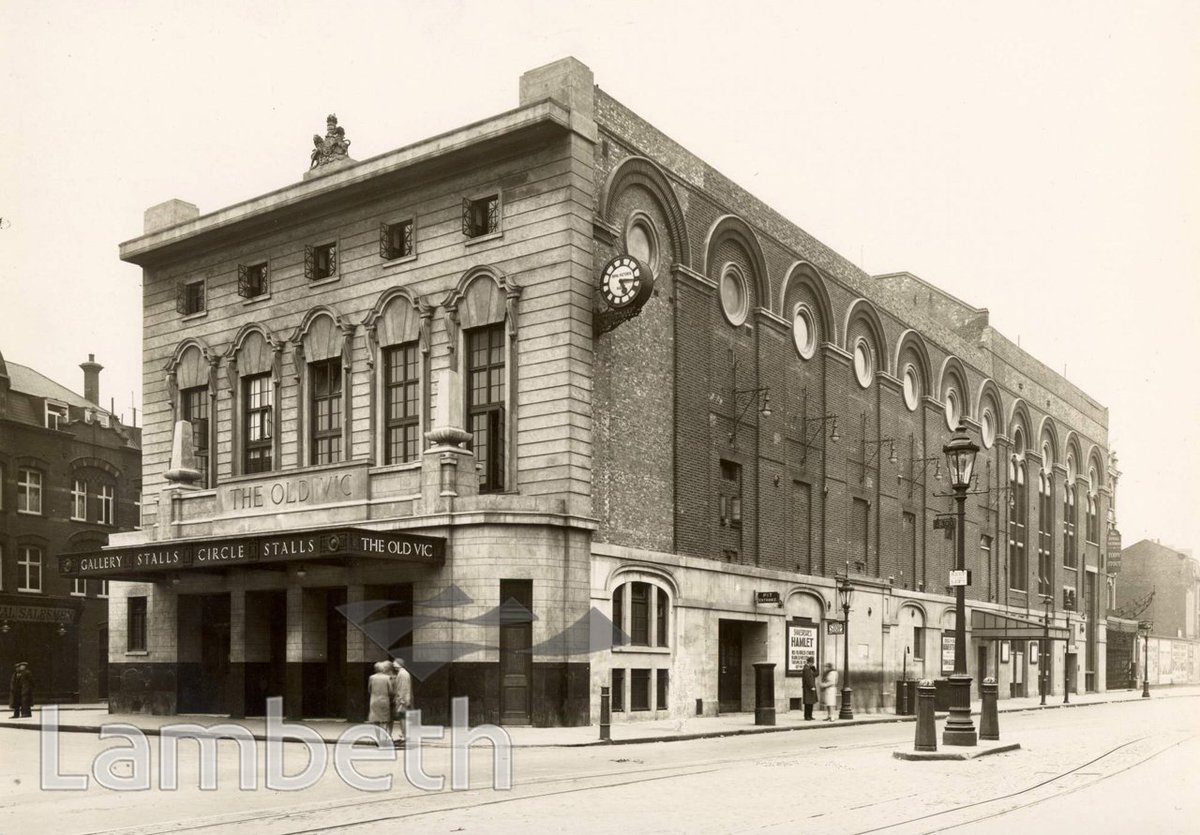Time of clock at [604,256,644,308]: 5:15
